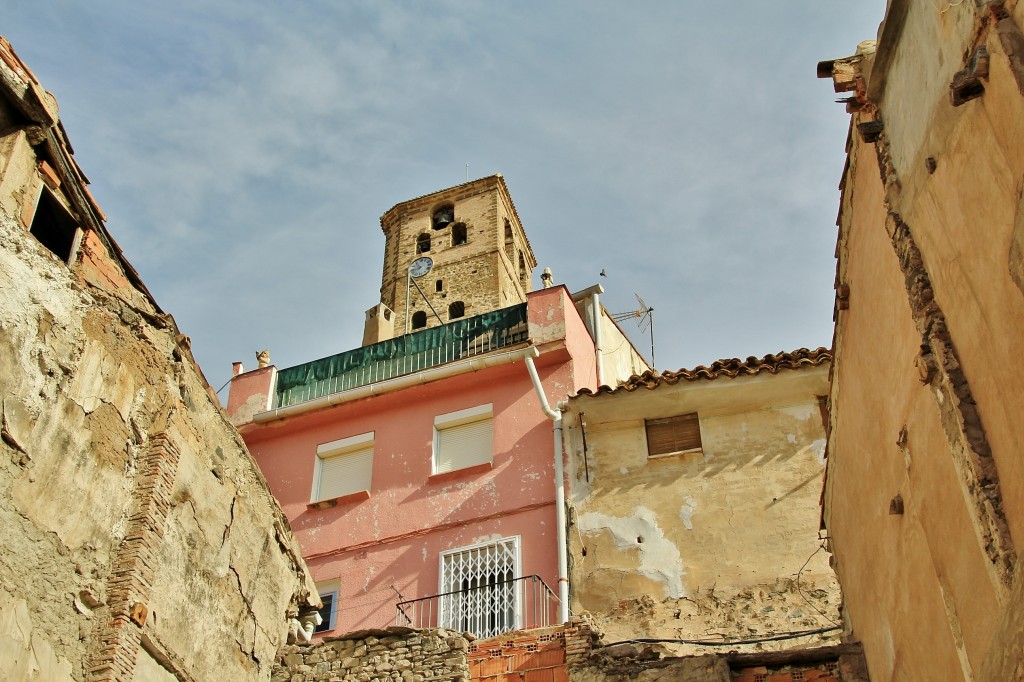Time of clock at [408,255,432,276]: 10:42
